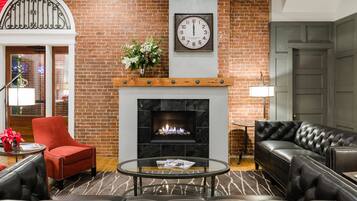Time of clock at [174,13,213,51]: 11:59
